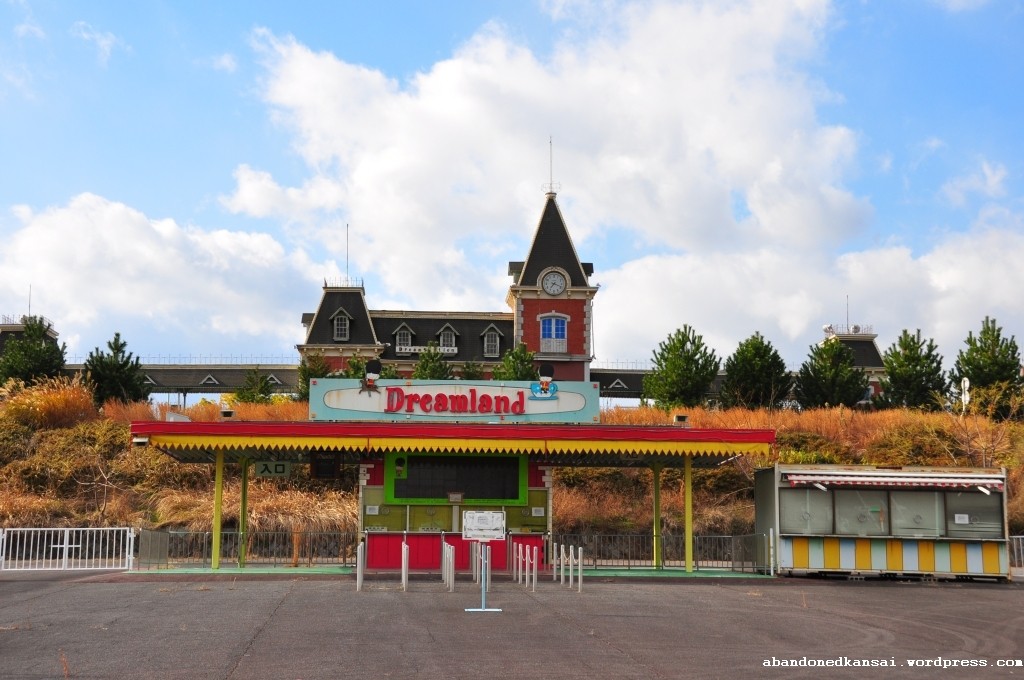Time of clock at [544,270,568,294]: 7:18
